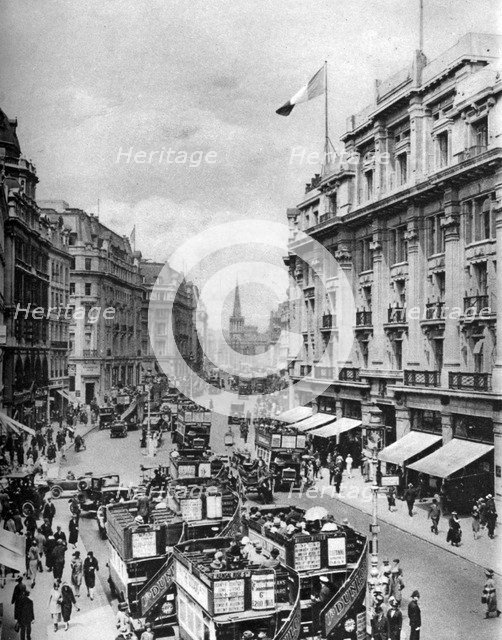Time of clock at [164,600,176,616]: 8:12
